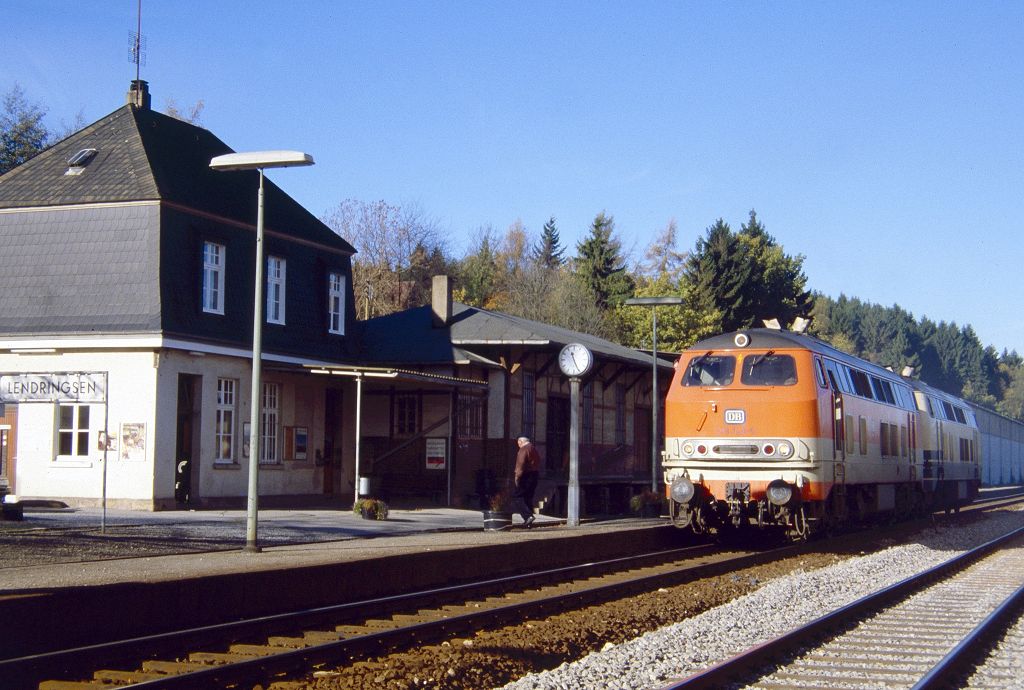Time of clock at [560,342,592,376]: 11:25
